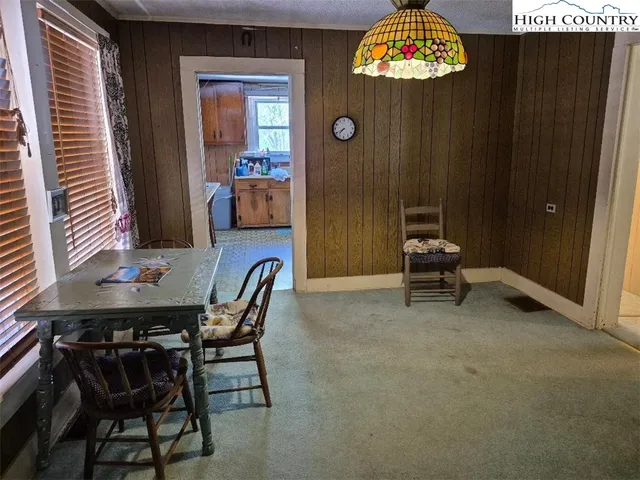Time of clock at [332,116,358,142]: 7:41
